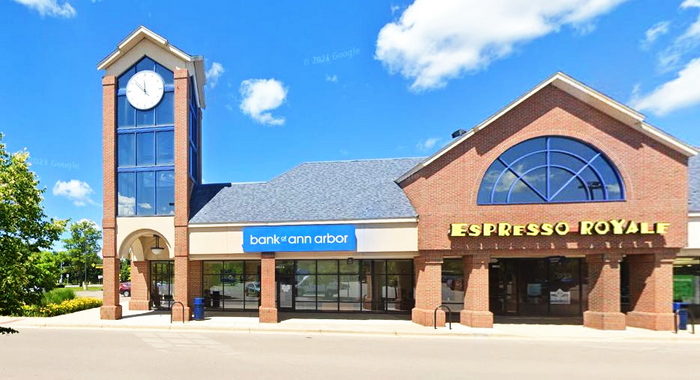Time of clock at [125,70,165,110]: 11:52
